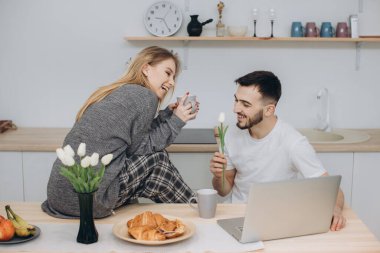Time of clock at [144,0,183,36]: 9:25
